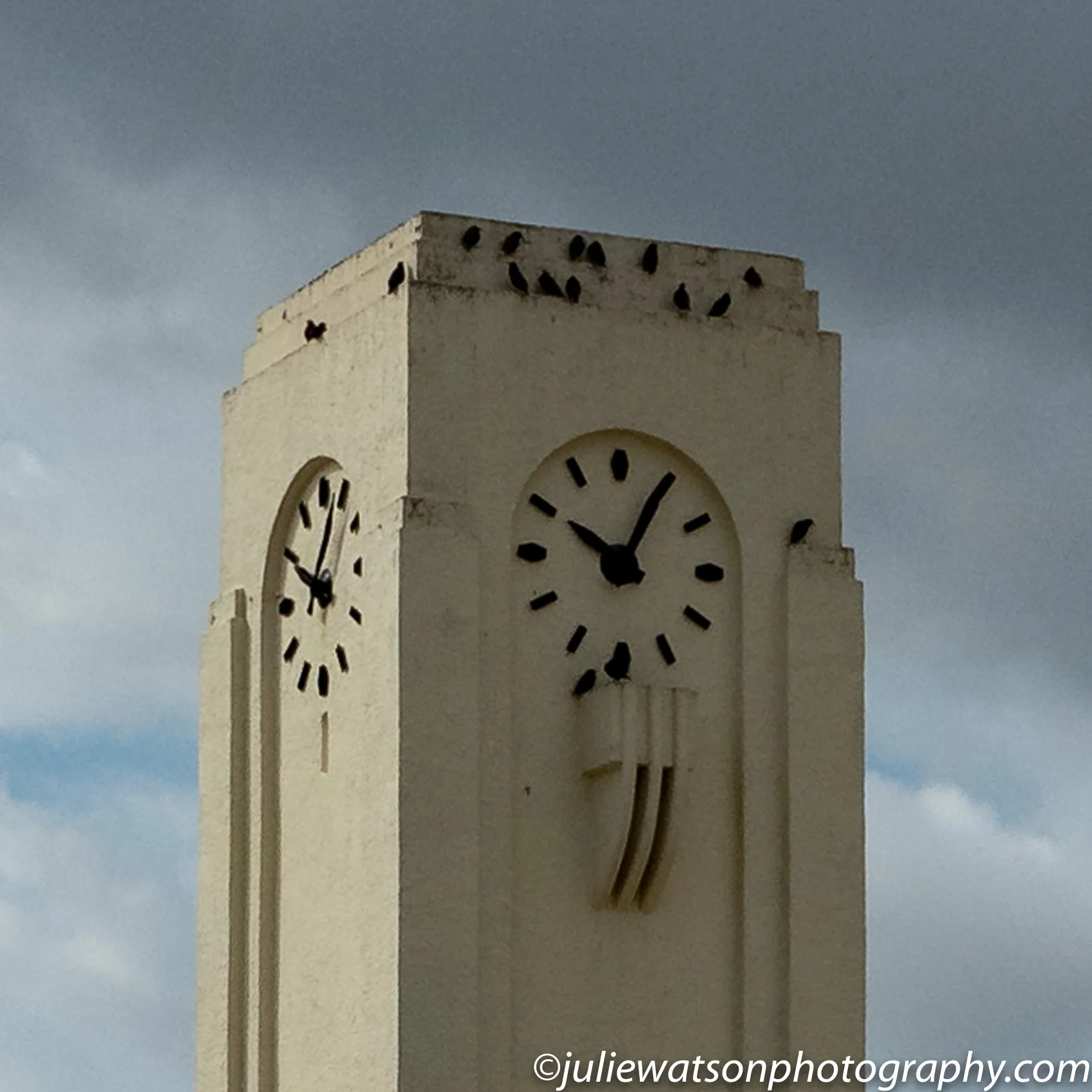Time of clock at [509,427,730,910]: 10:05
